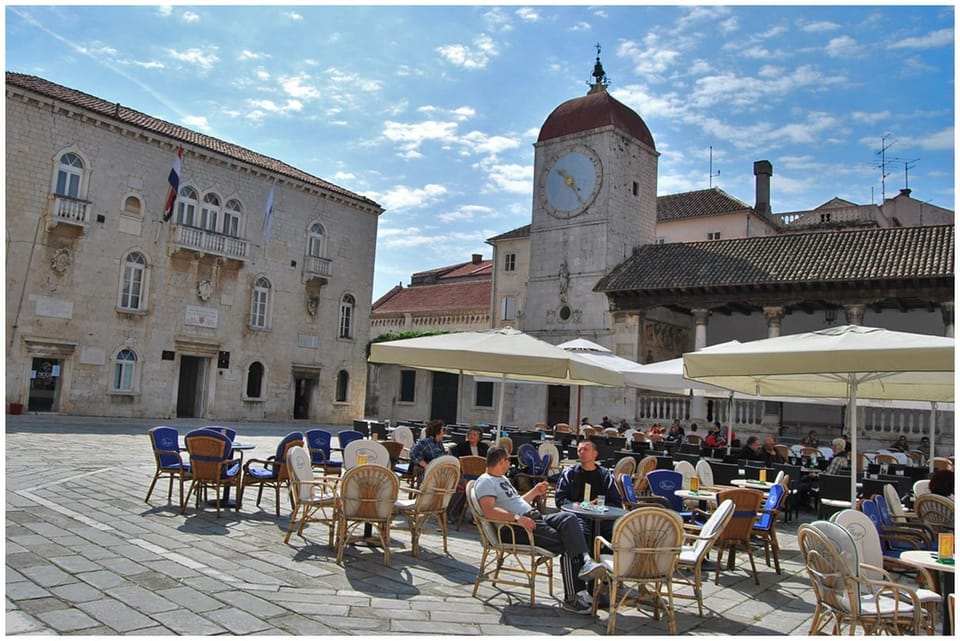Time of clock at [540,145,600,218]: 10:24
